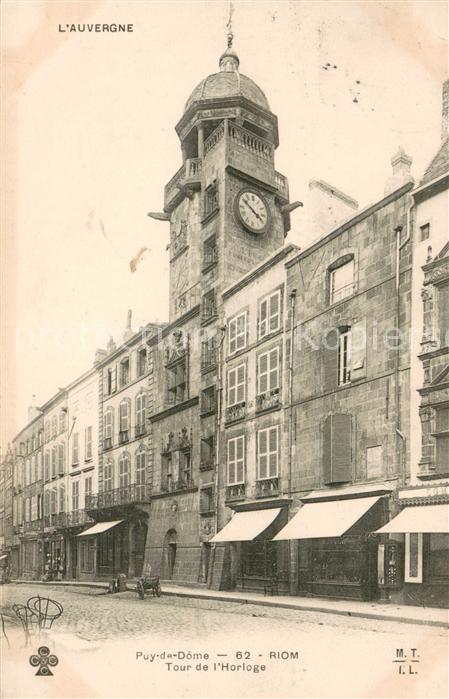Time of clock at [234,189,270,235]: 3:50
